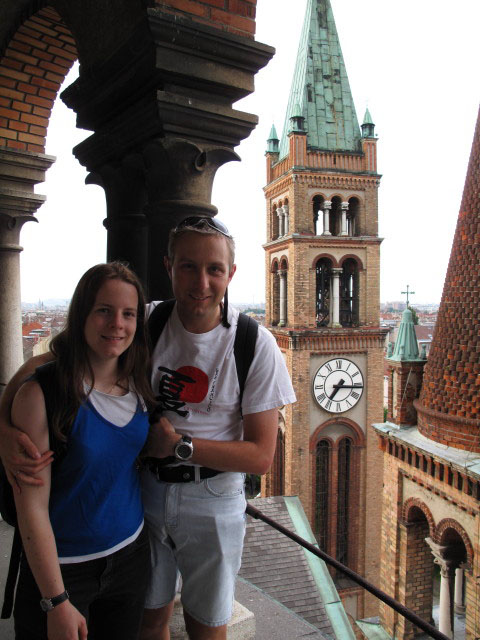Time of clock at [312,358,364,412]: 7:15
